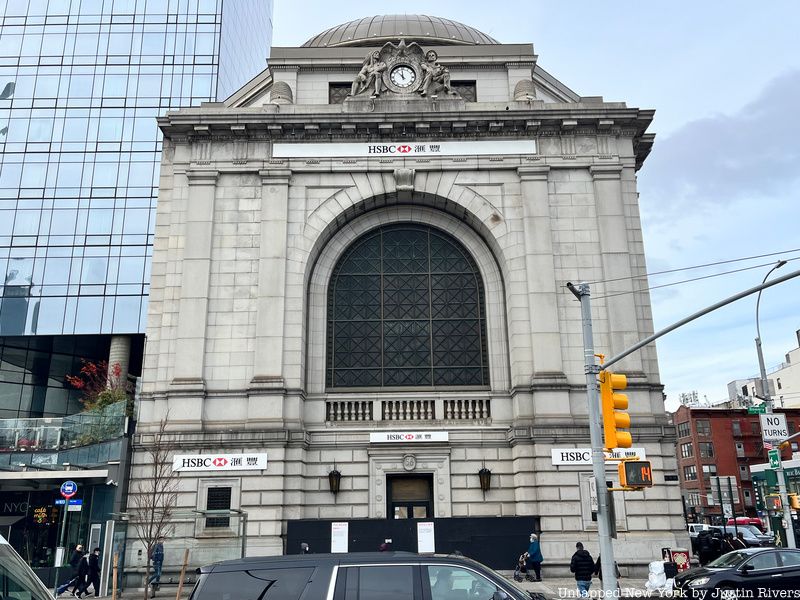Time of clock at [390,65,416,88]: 11:52
